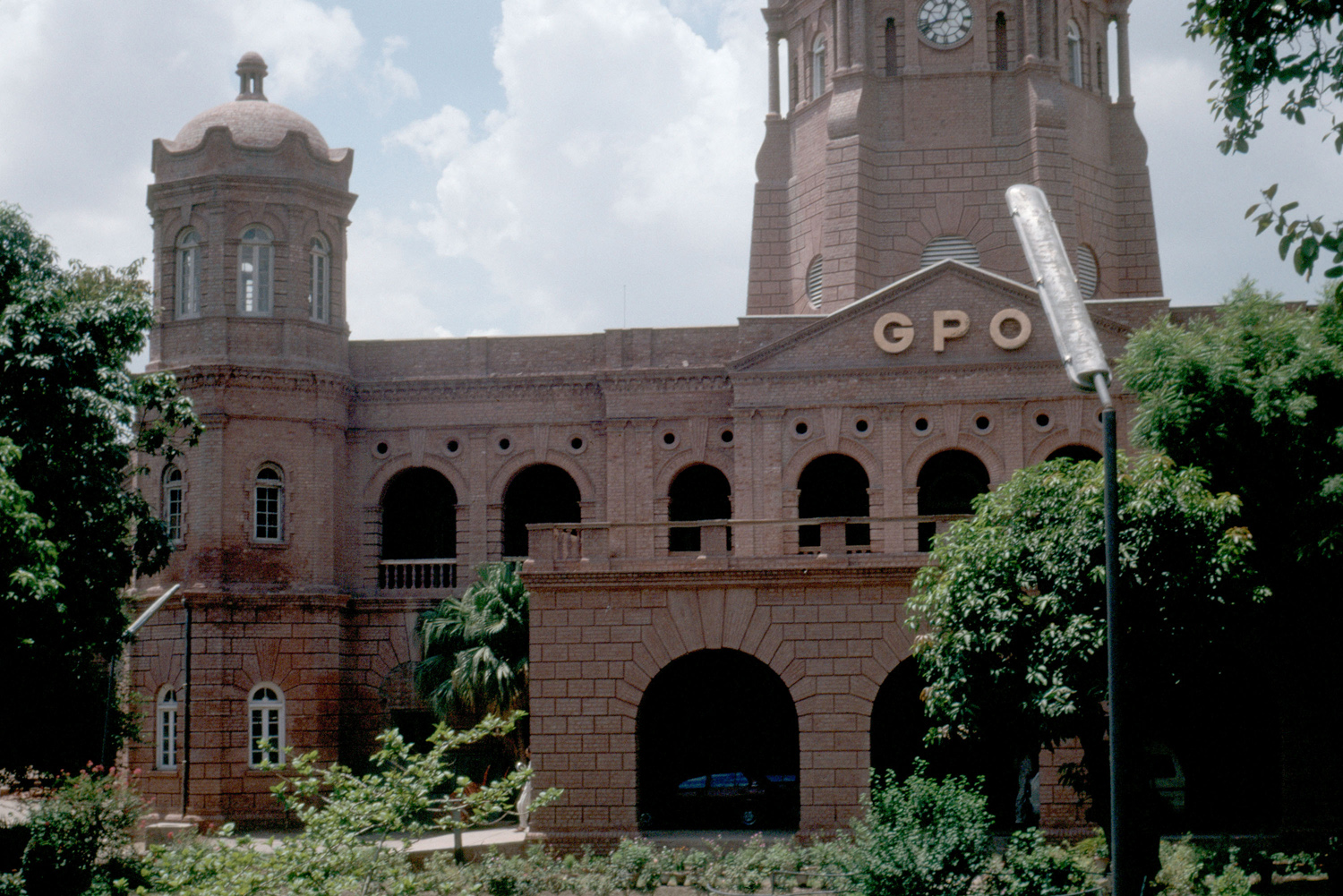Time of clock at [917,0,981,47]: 12:42
